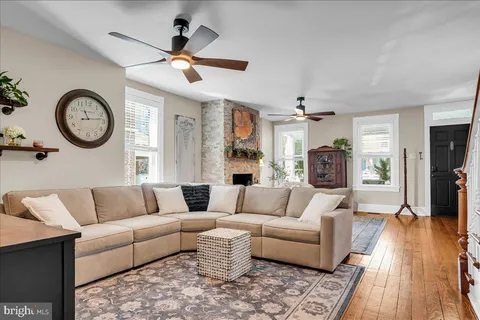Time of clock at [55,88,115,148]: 11:13
